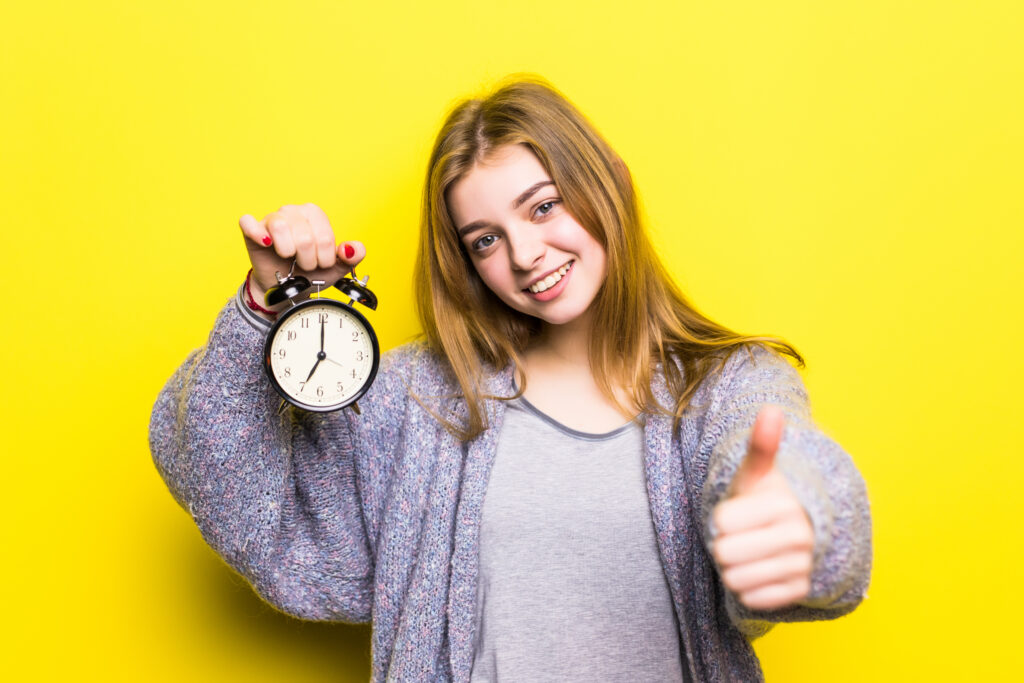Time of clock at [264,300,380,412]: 7:00
